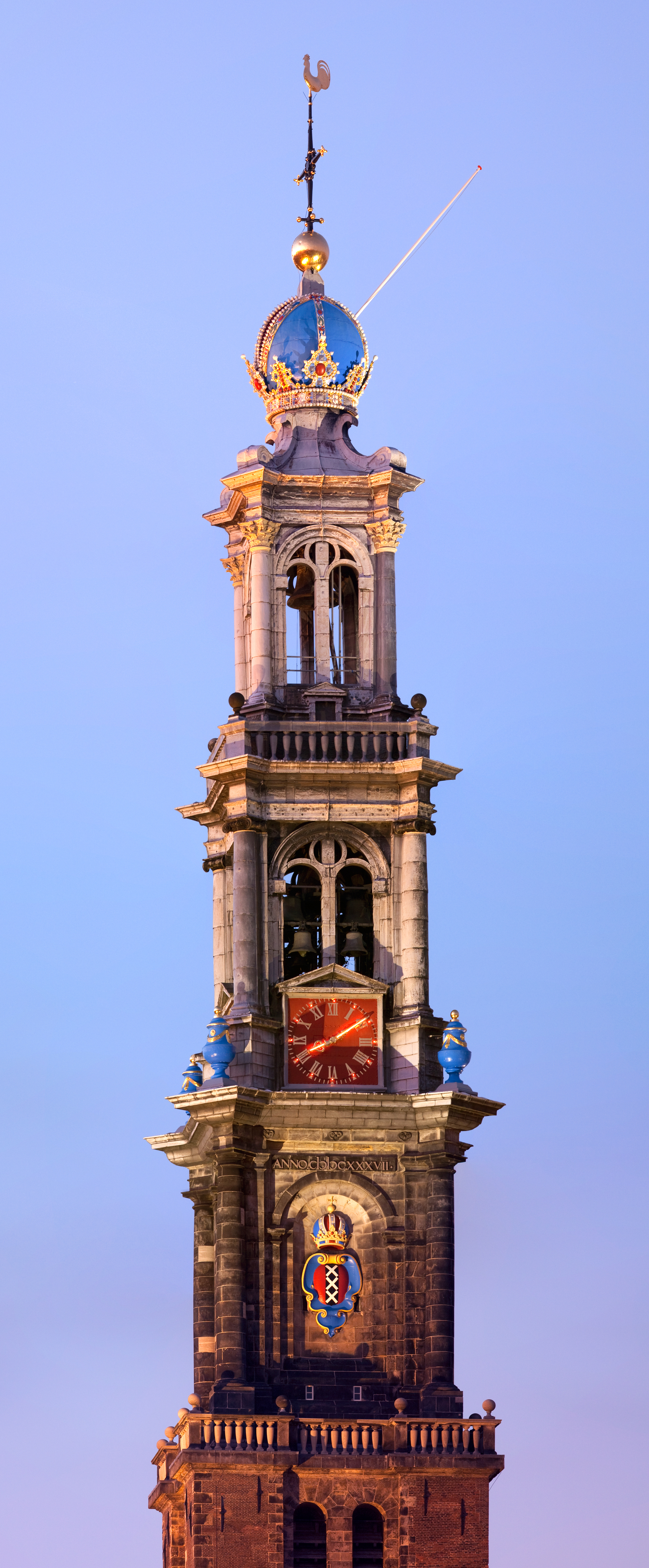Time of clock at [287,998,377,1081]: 8:09
